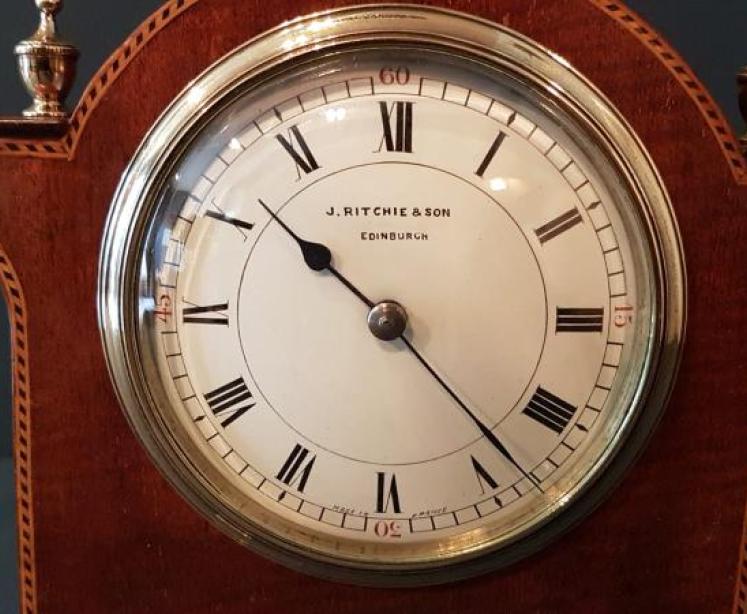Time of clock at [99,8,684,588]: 10:23
